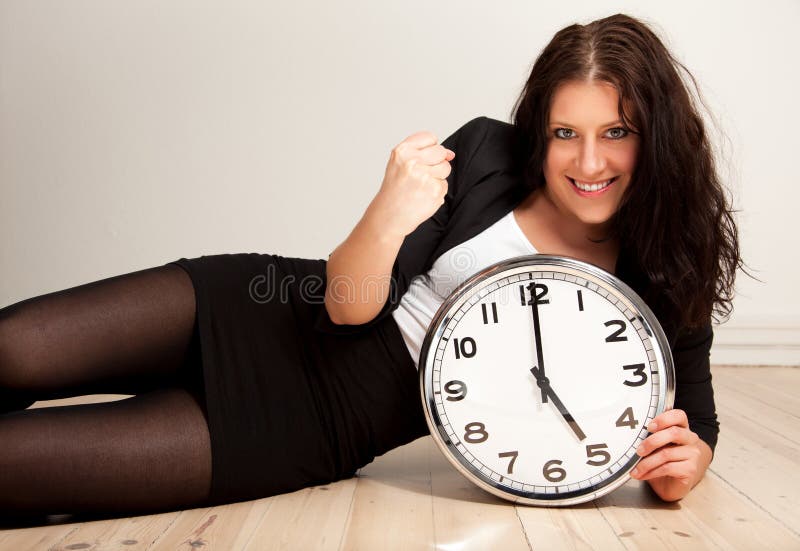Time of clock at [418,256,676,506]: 5:00
